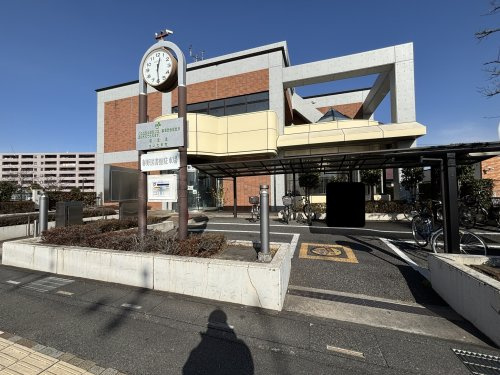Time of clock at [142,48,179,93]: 12:29
